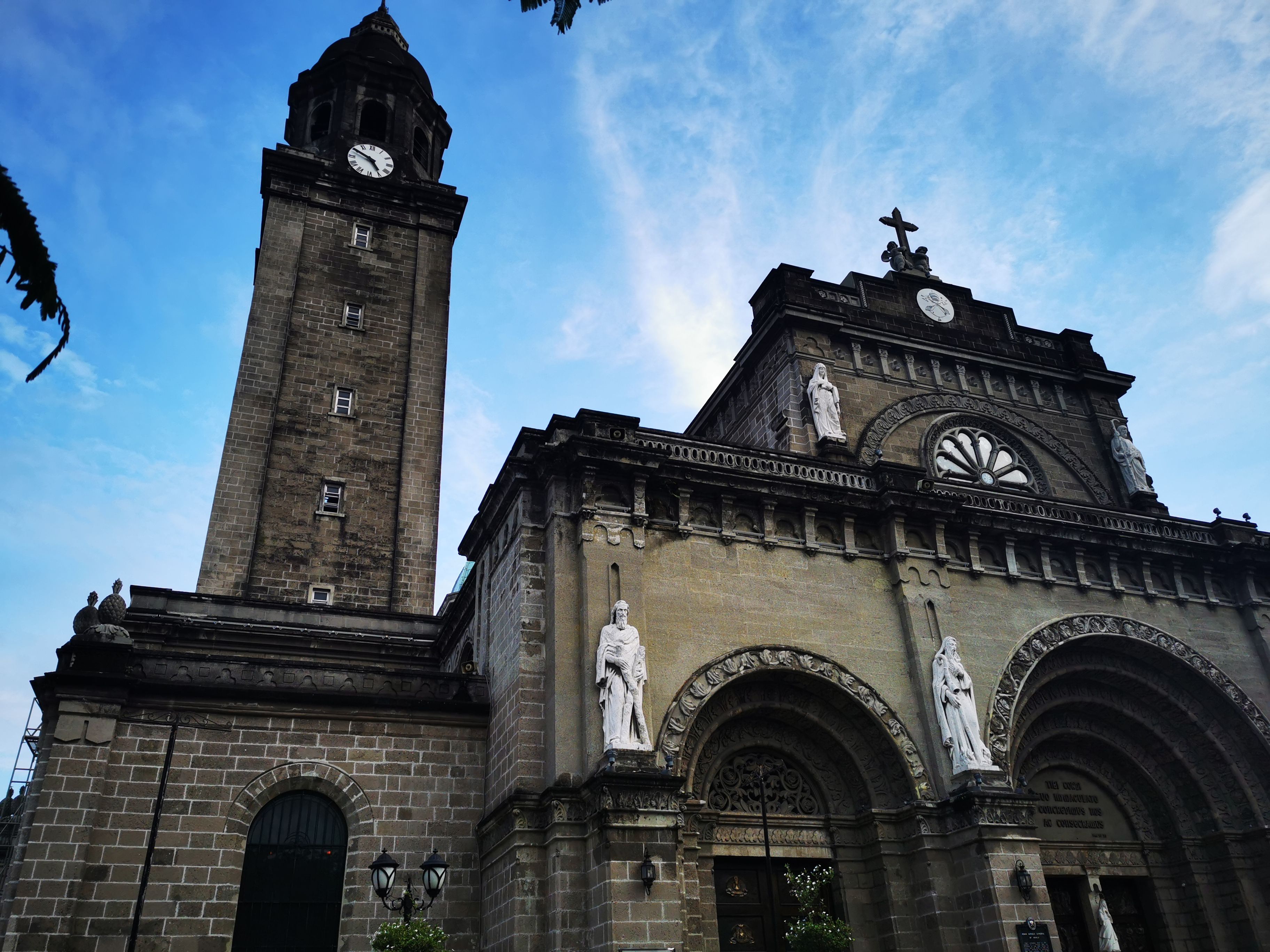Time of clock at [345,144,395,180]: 4:49
